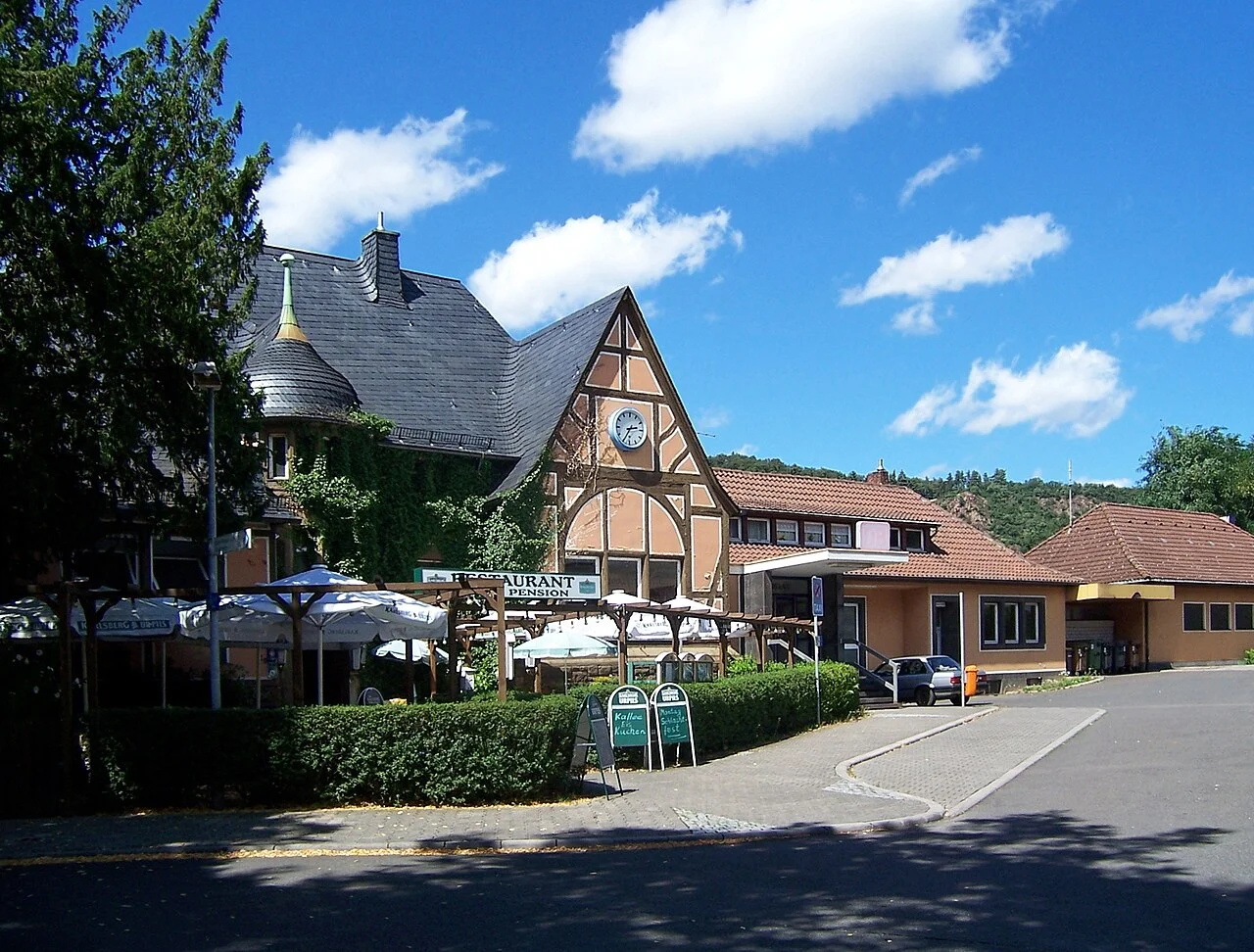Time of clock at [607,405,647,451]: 2:35
